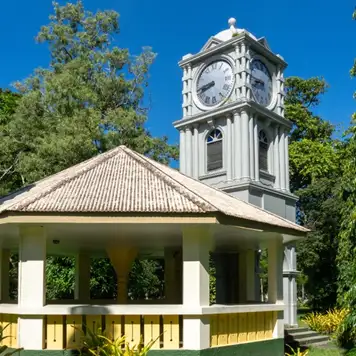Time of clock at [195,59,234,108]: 8:41
